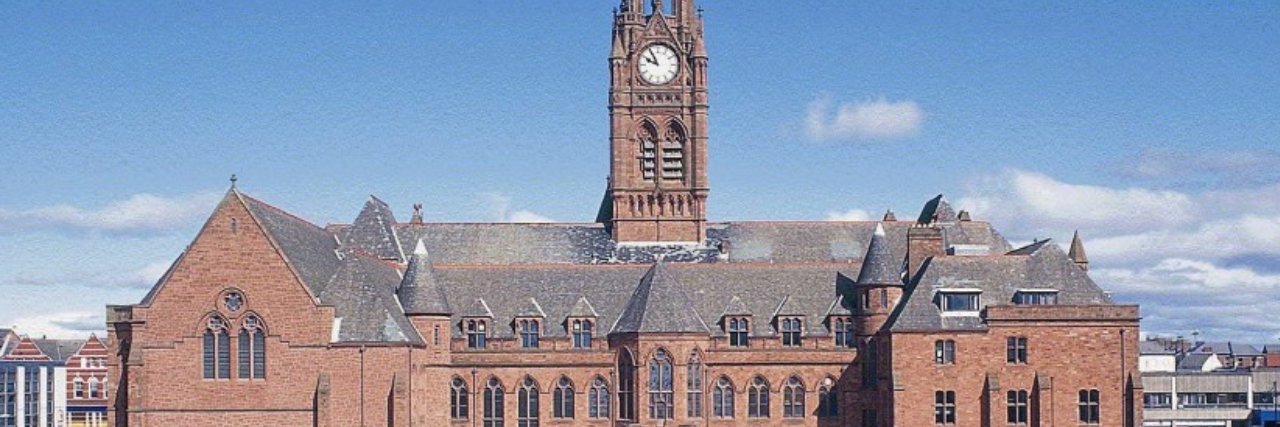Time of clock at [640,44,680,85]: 9:55
